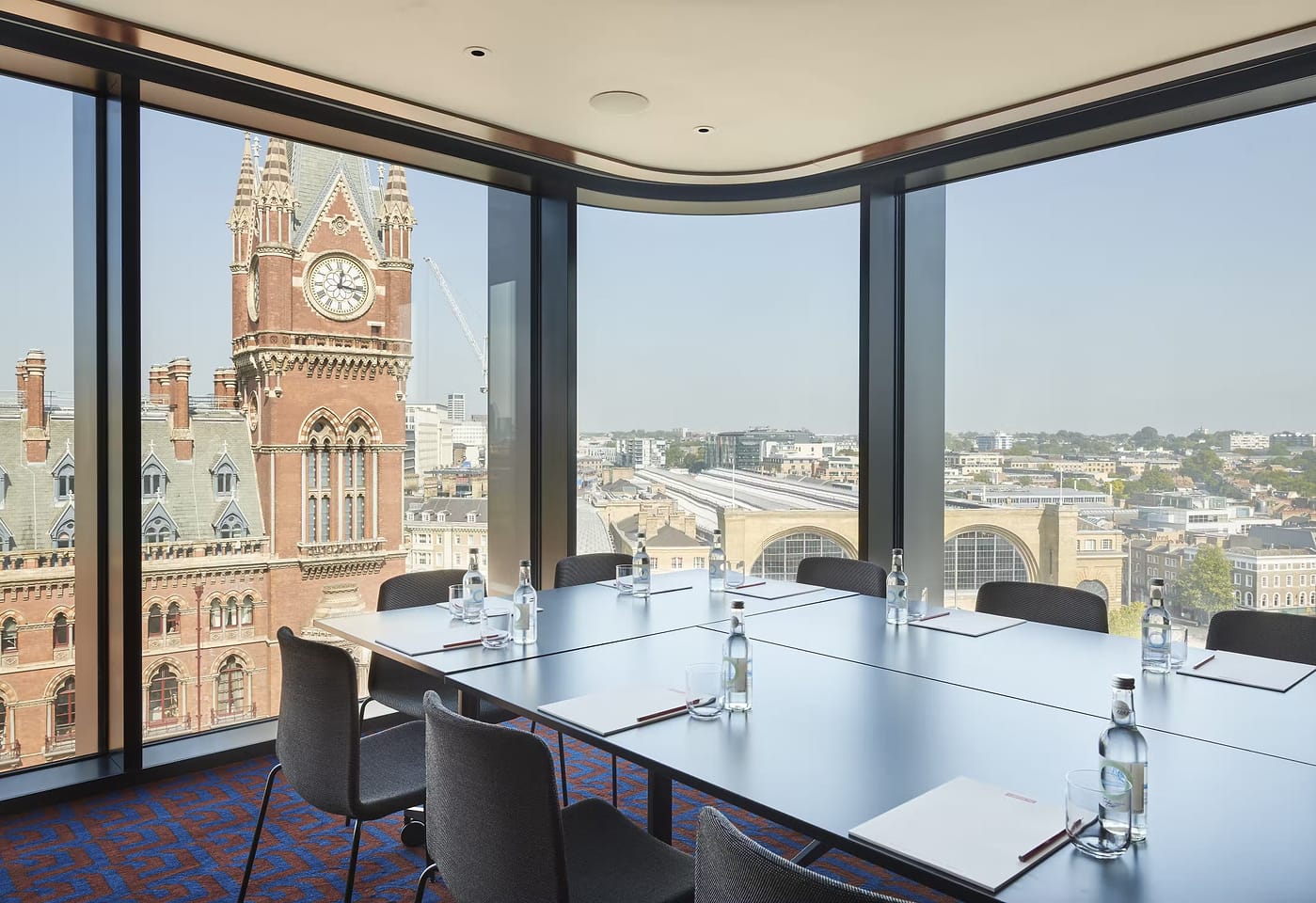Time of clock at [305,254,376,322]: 12:16
